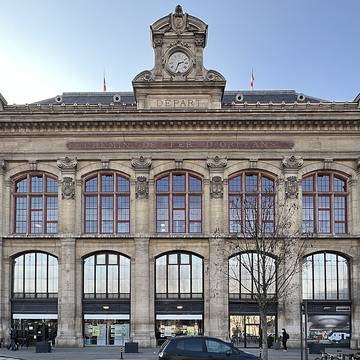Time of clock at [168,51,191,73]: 2:33
